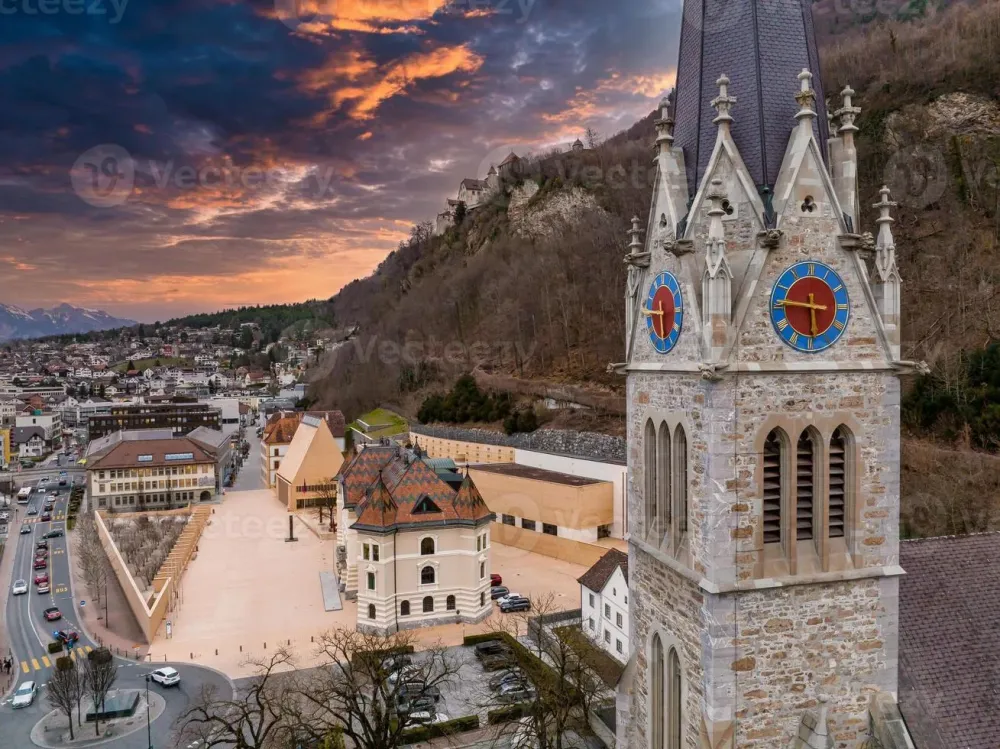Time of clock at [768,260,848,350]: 5:46
